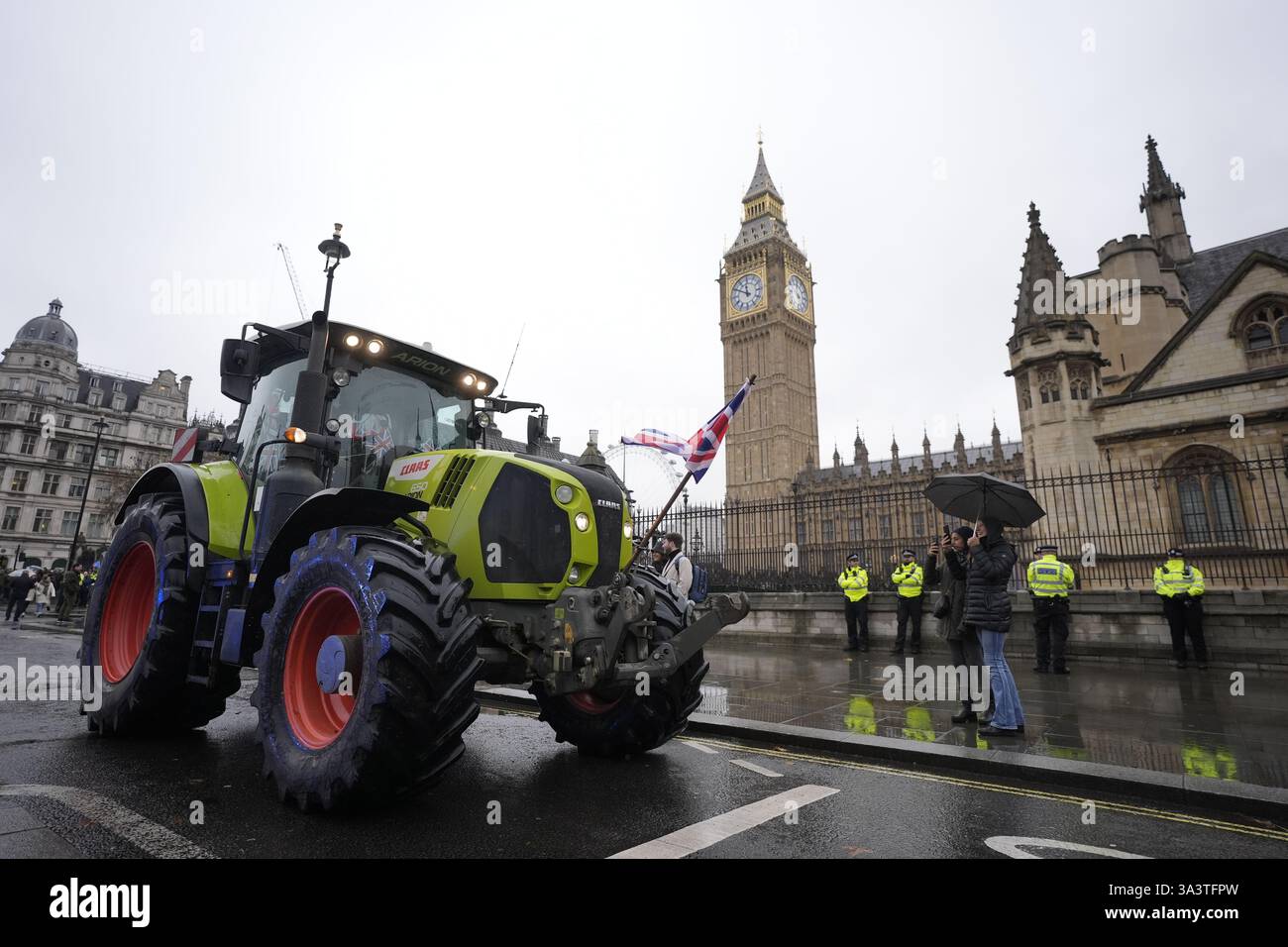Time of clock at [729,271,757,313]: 11:49
